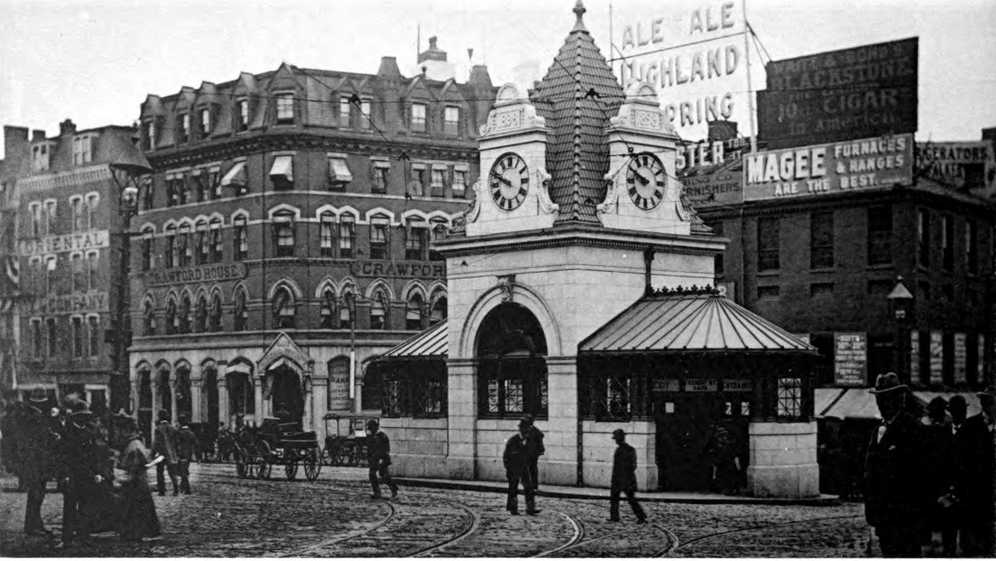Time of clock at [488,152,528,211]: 9:48
